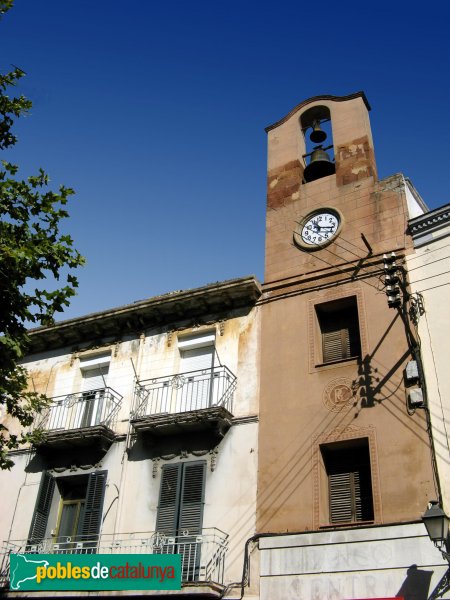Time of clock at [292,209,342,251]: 11:17
